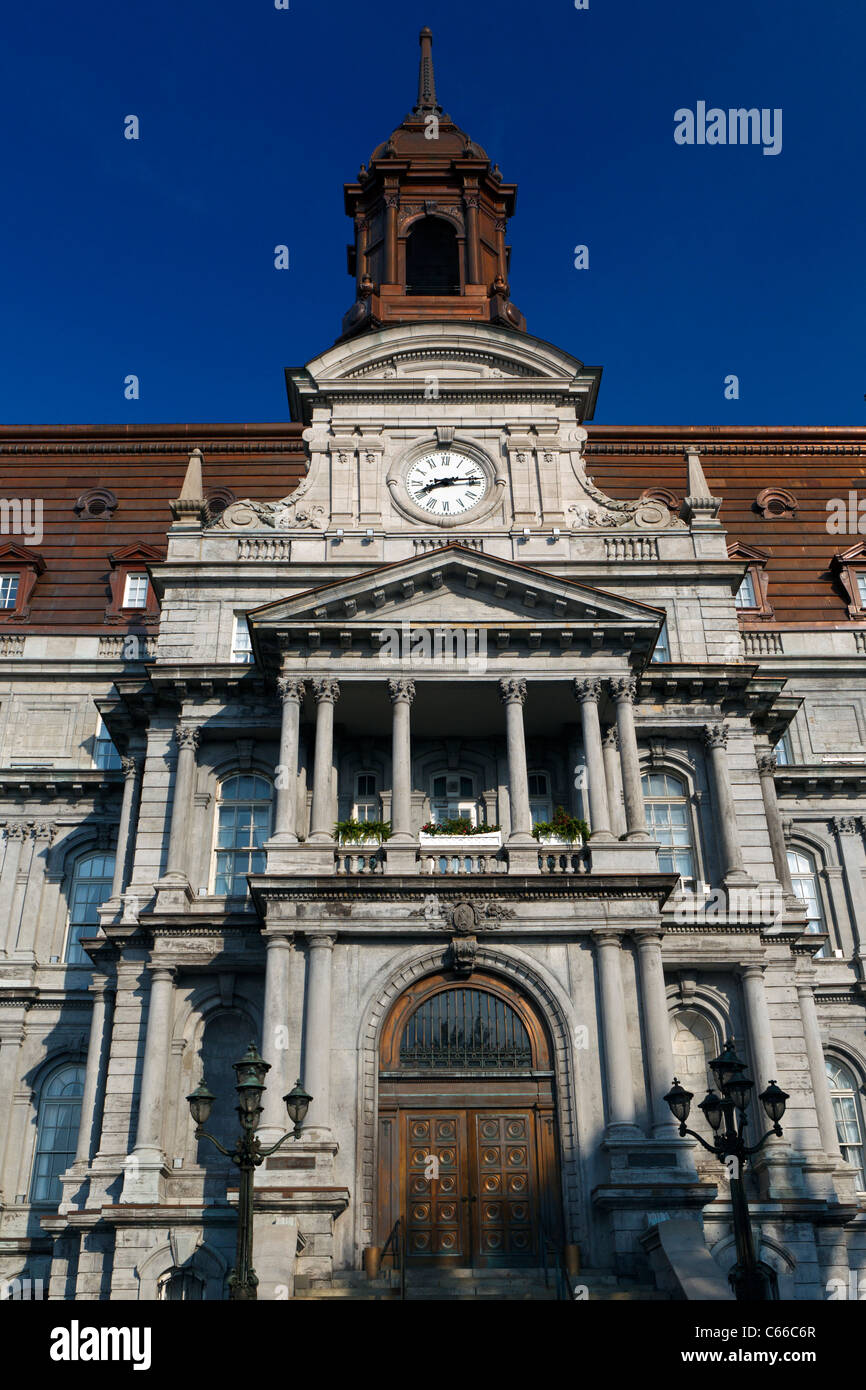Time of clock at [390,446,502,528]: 8:13
